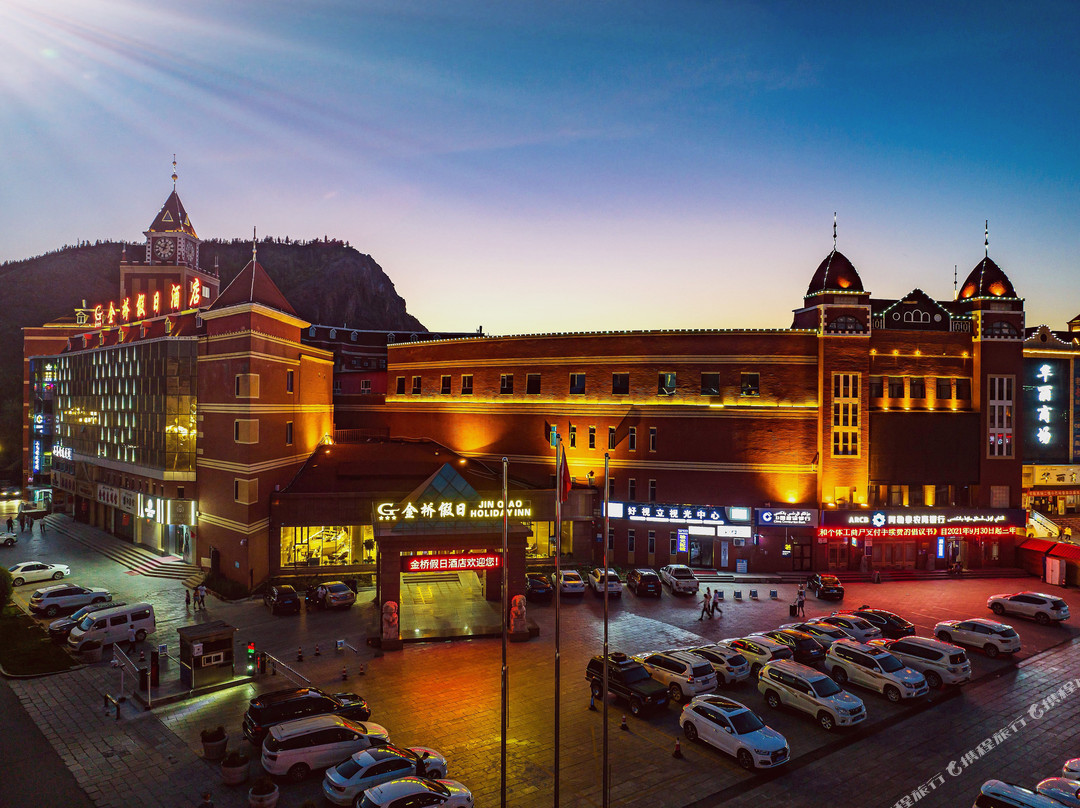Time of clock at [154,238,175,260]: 12:49
